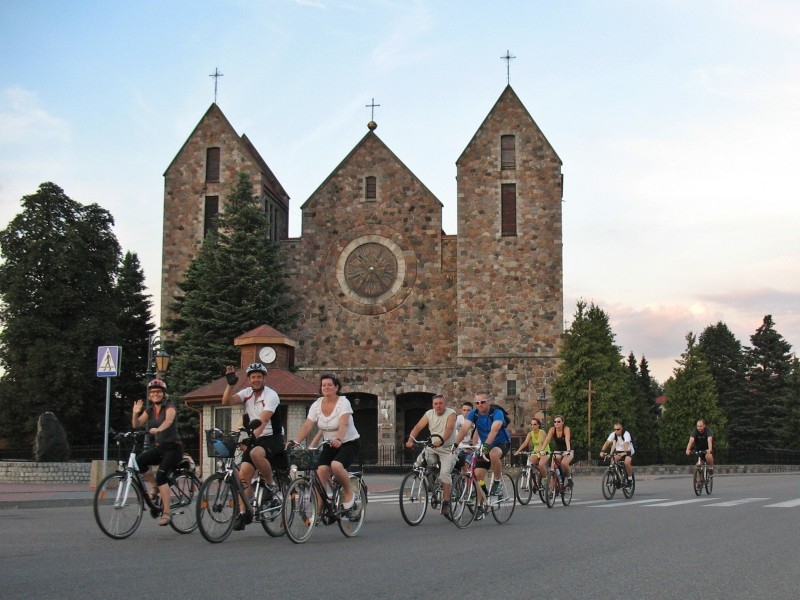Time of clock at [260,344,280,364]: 8:07
